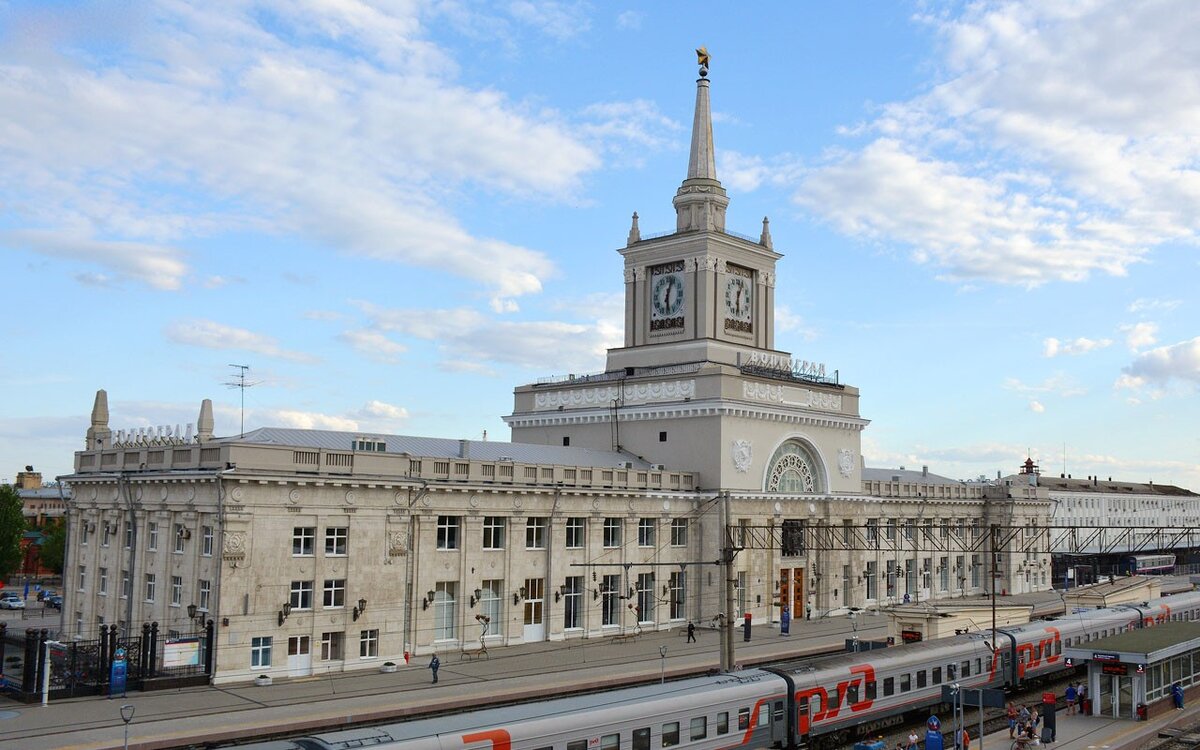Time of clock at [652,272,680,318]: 12:28
